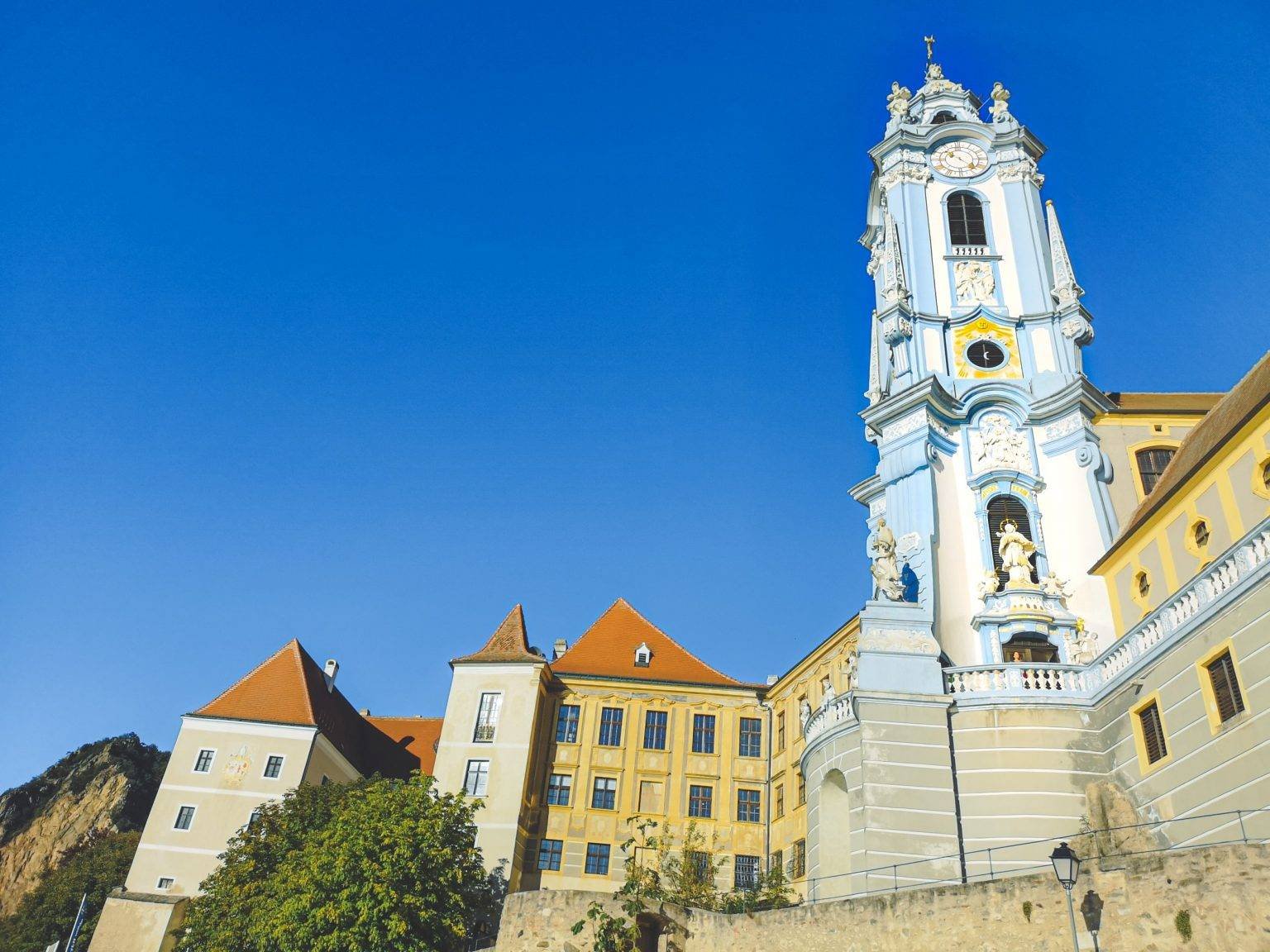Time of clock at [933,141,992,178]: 10:22
